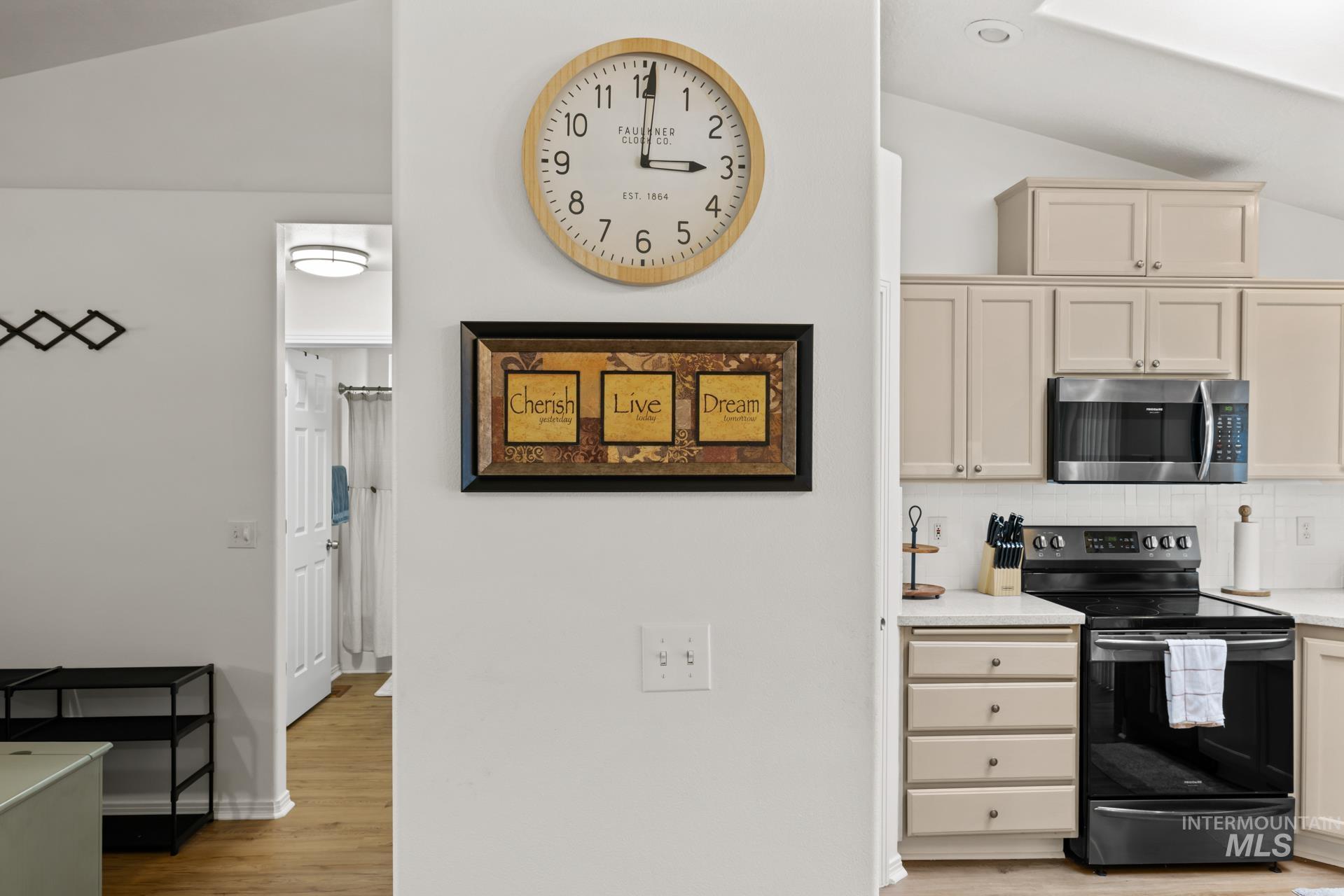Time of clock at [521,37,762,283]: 3:00
